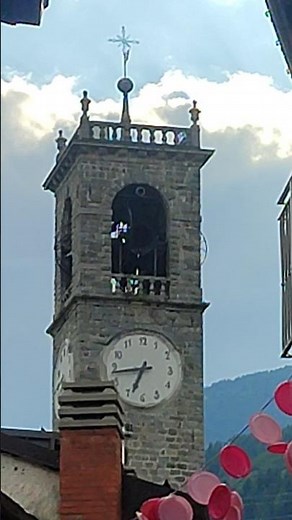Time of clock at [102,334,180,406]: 6:43
